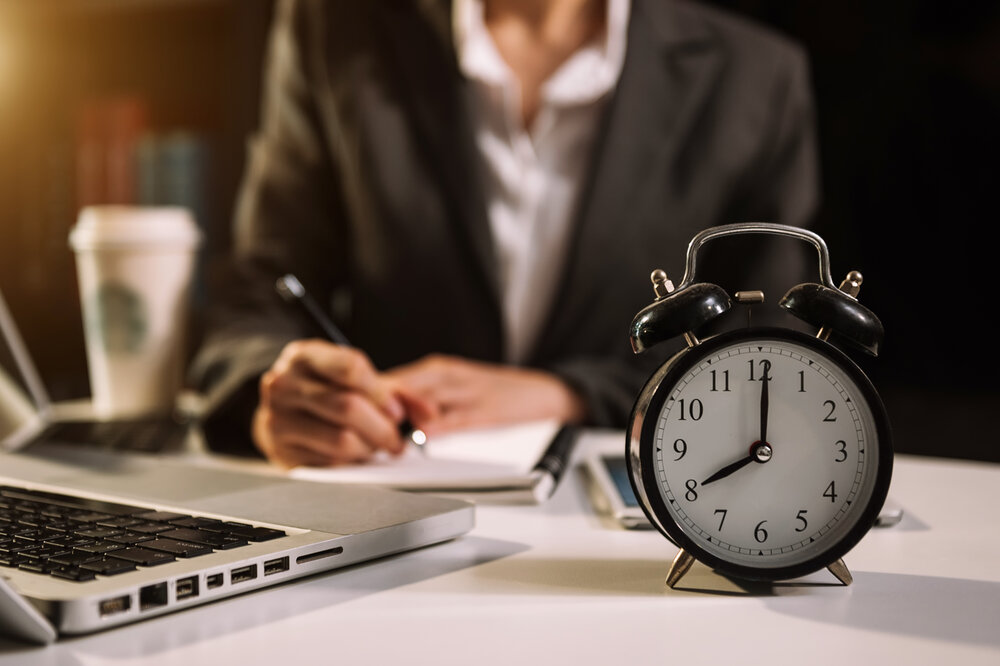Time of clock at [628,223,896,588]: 8:00
